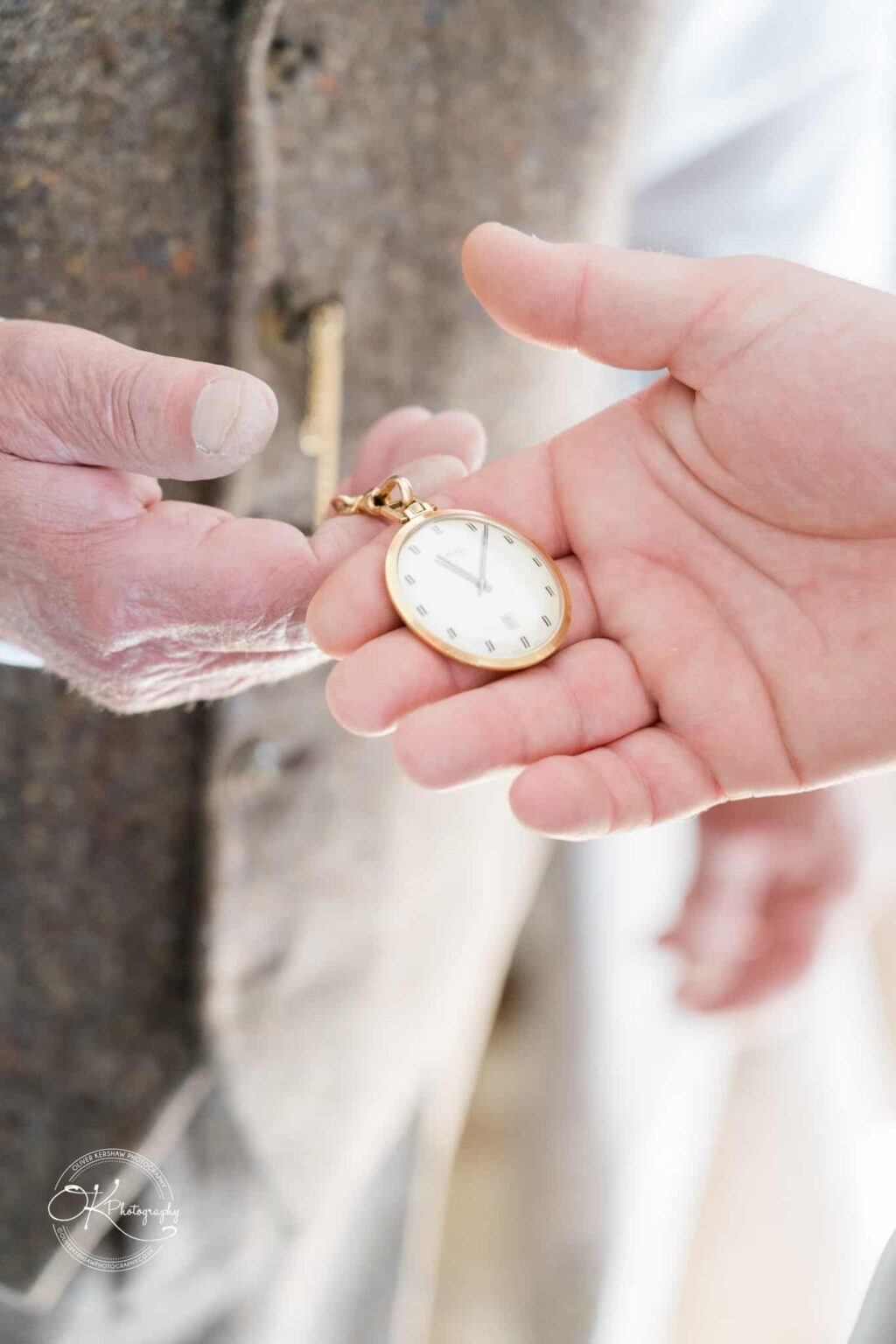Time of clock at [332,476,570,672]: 10:02
